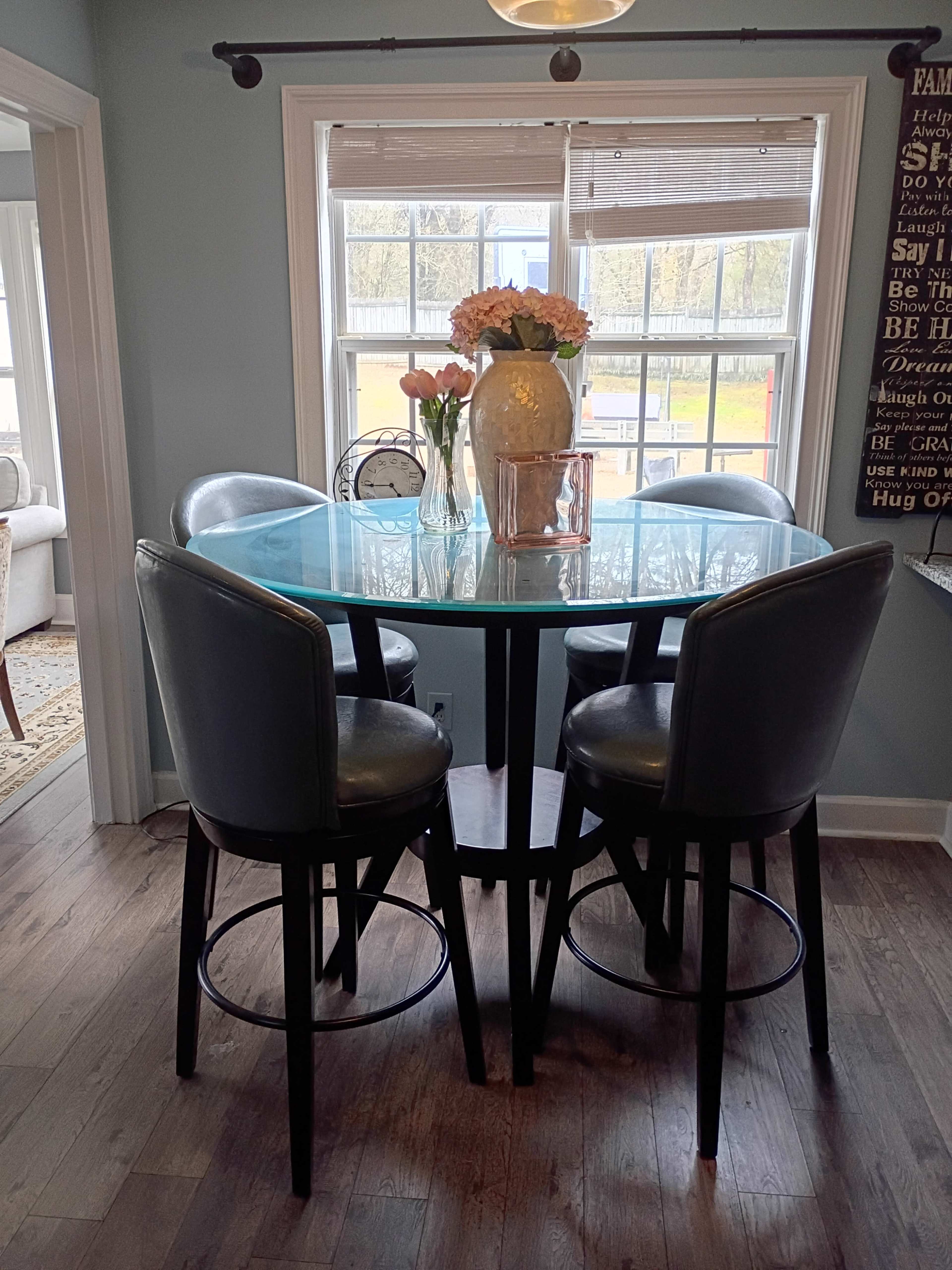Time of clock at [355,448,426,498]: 4:44
